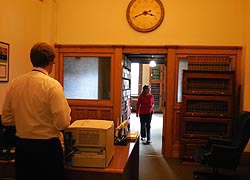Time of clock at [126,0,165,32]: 3:41
